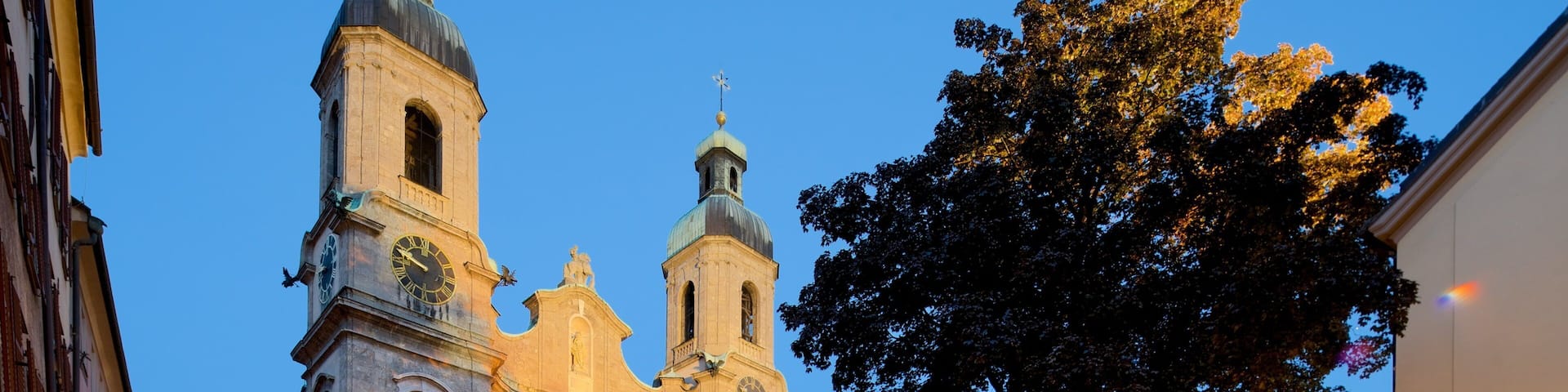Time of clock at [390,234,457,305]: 9:48
